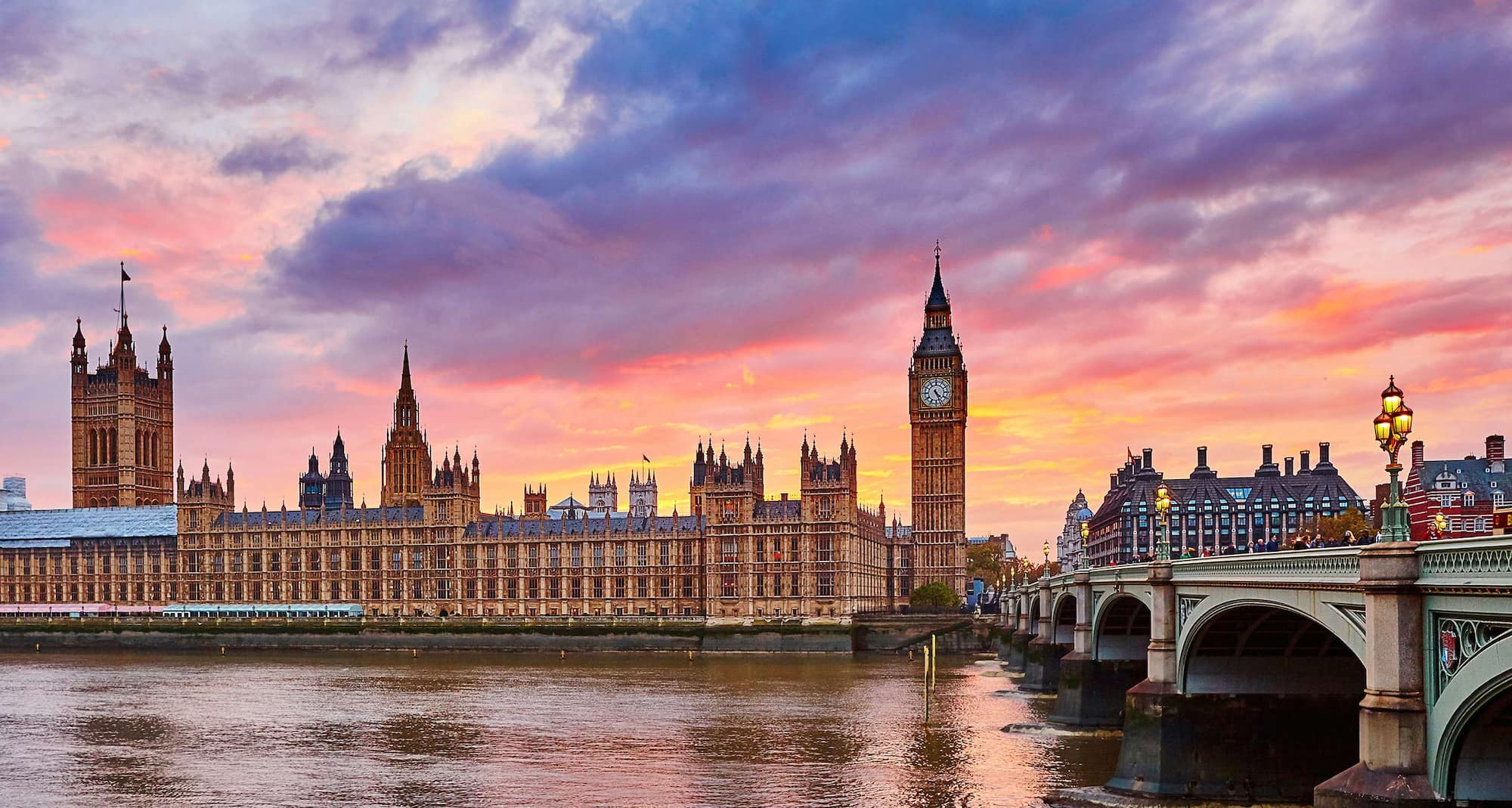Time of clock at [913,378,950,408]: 4:26
